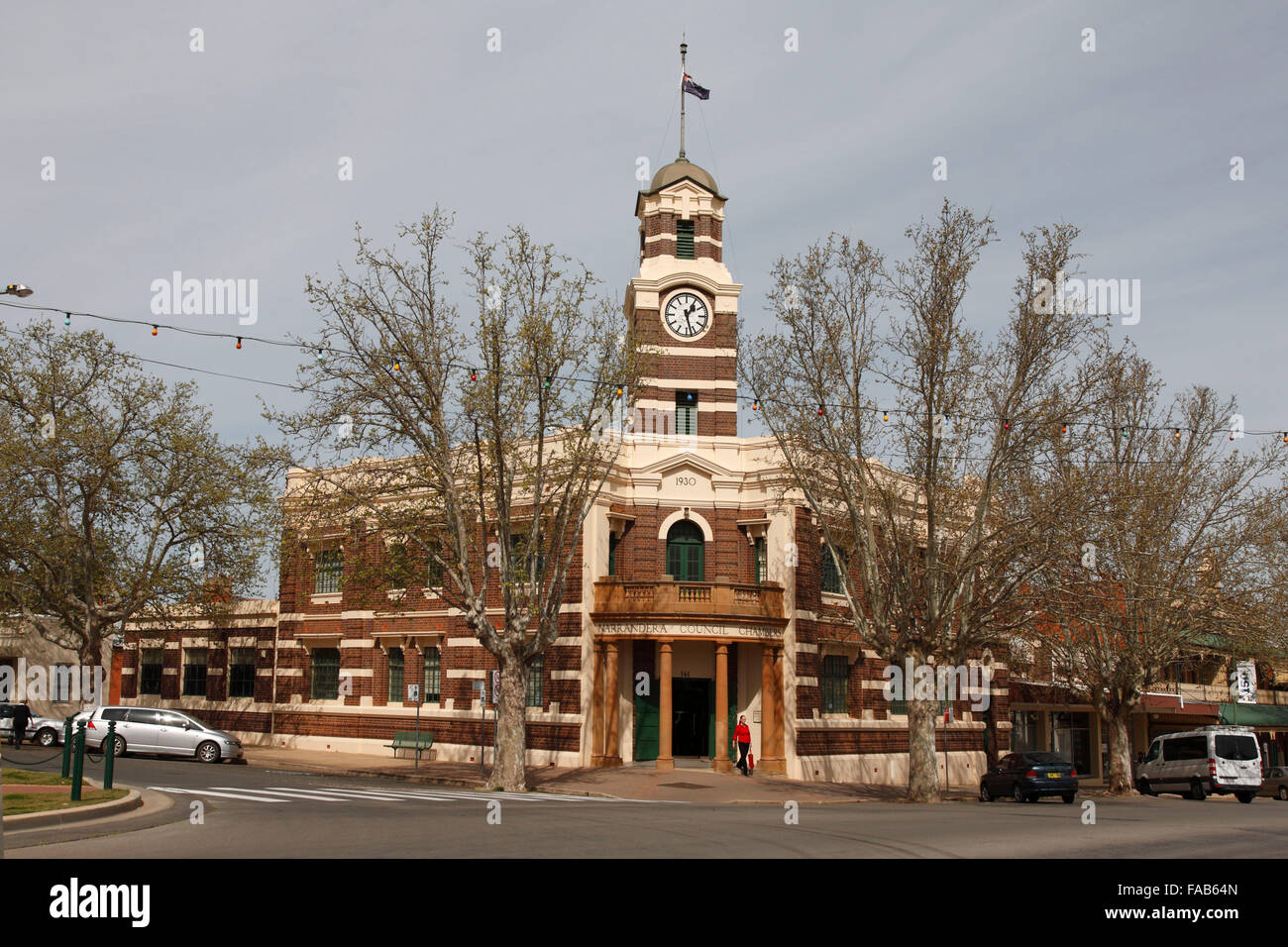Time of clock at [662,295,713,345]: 1:27
